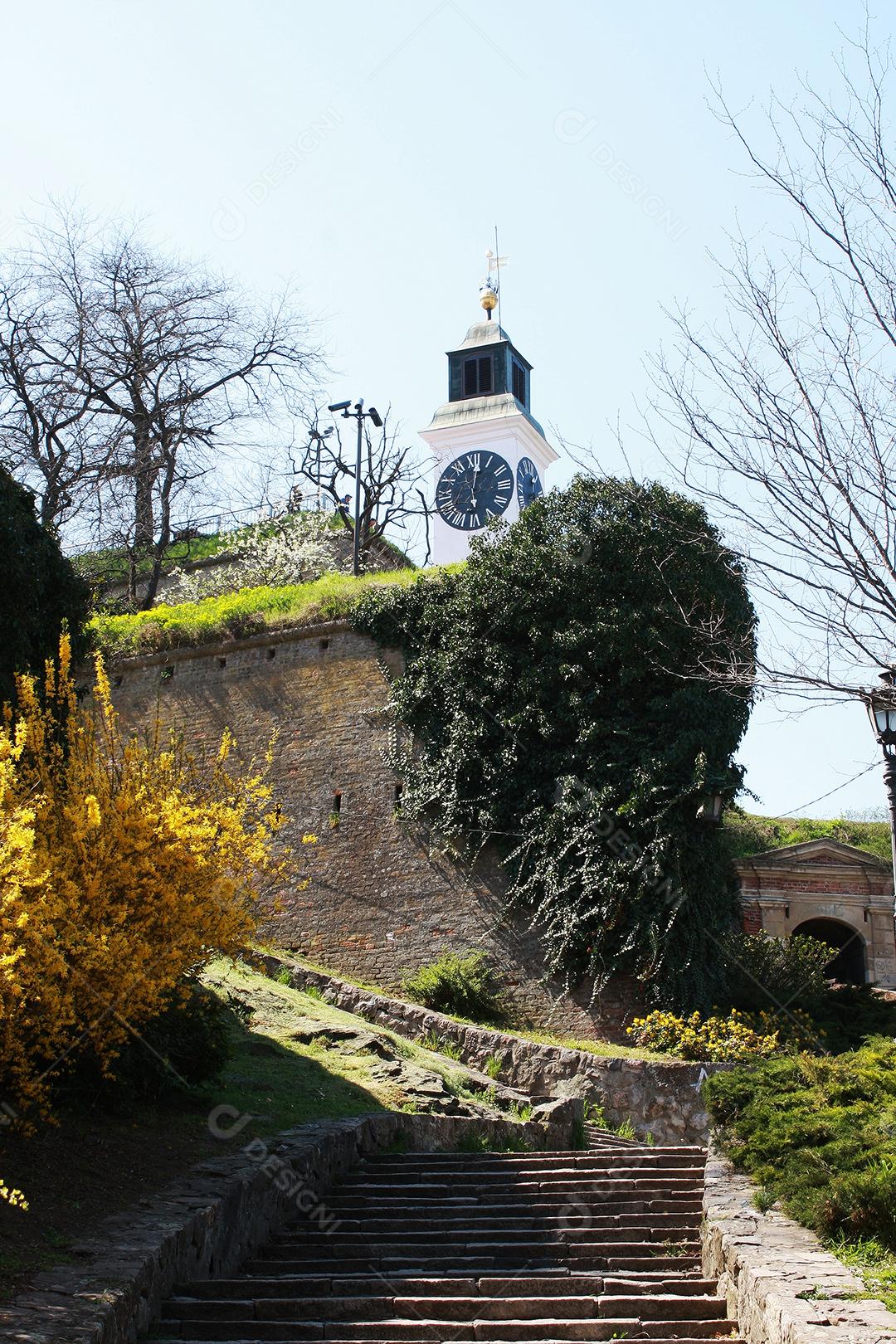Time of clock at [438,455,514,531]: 6:01
